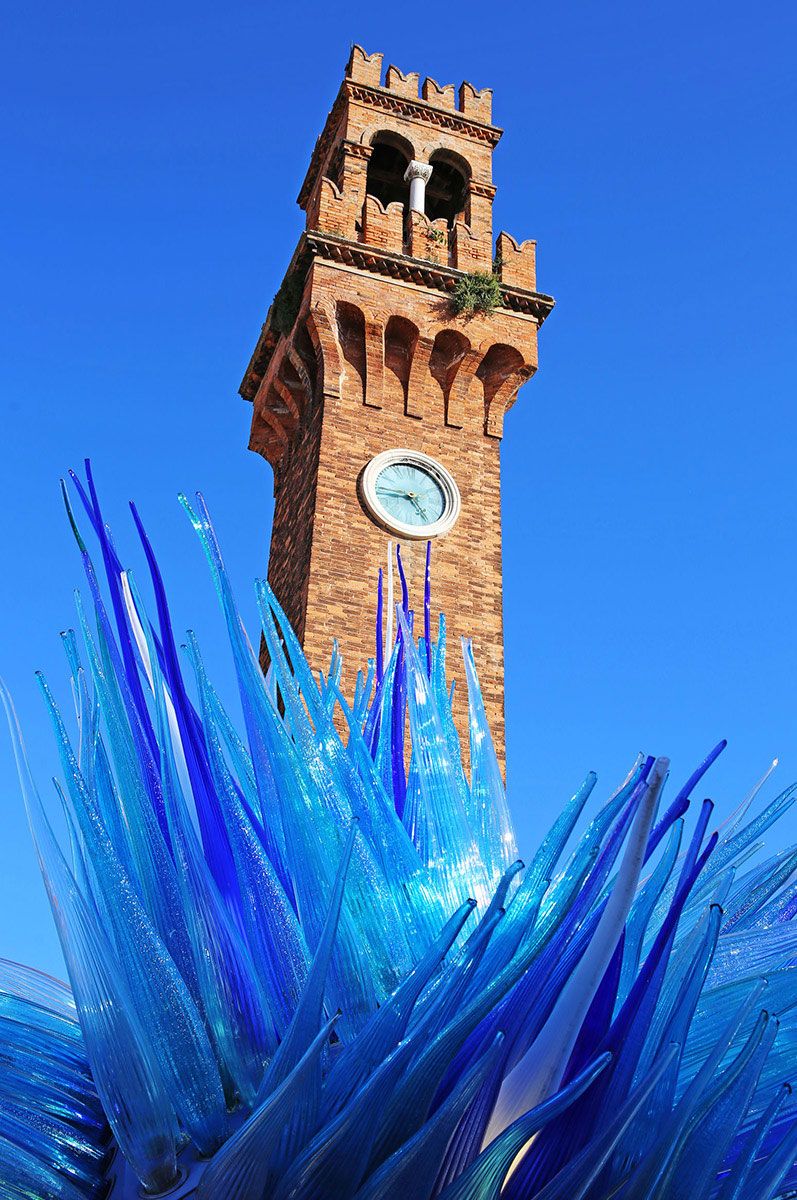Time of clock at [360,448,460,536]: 4:43
